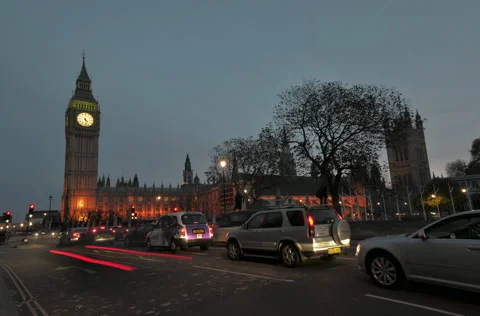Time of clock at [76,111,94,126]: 4:28
